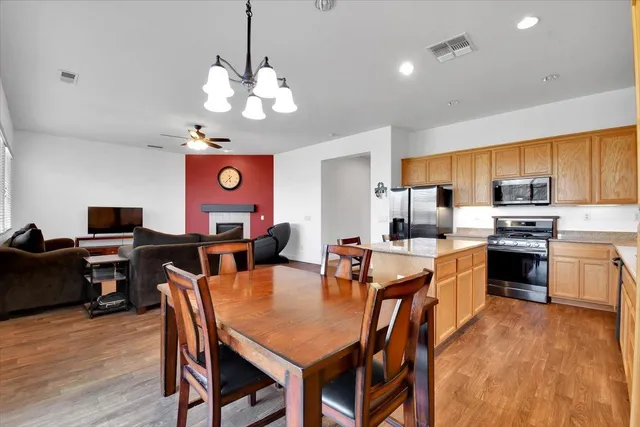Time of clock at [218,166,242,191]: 5:37
